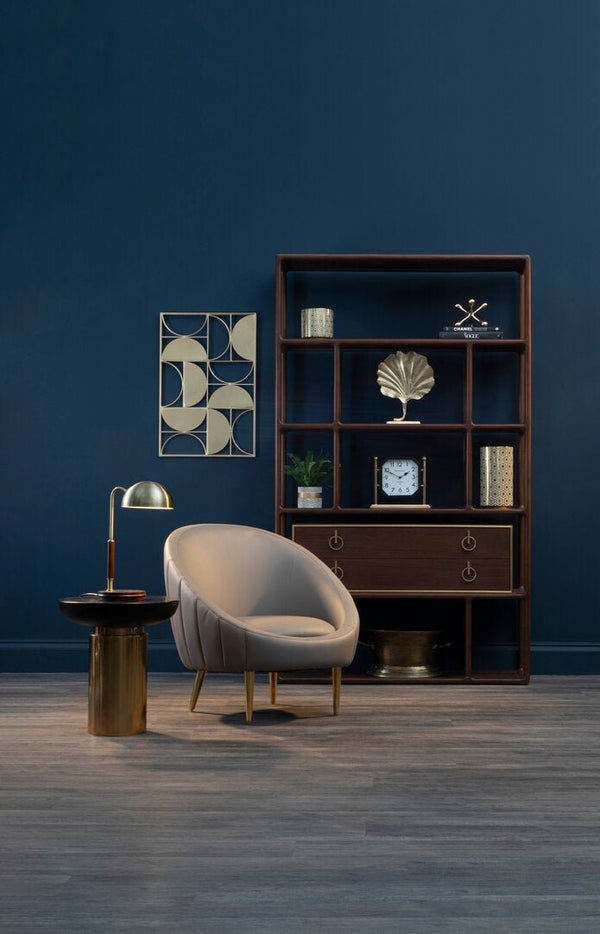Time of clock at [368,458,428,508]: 1:49
